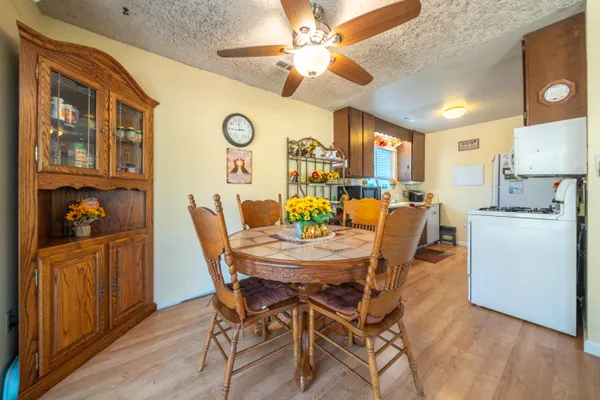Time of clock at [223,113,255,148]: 11:44
